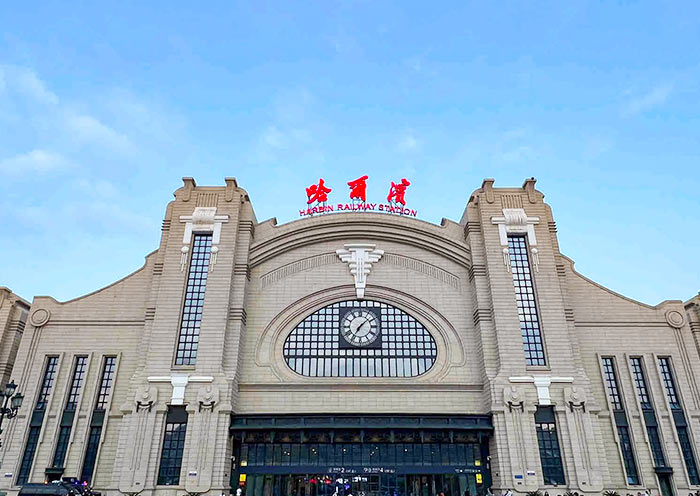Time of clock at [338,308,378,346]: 7:08
